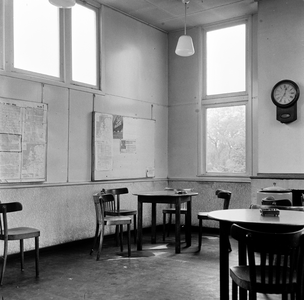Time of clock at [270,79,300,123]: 12:35
